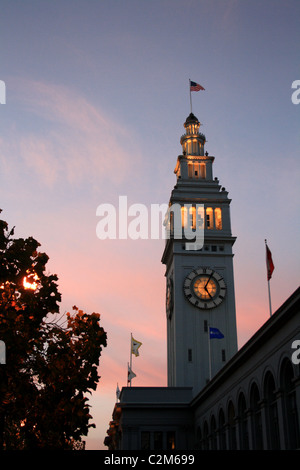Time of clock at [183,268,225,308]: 5:04
